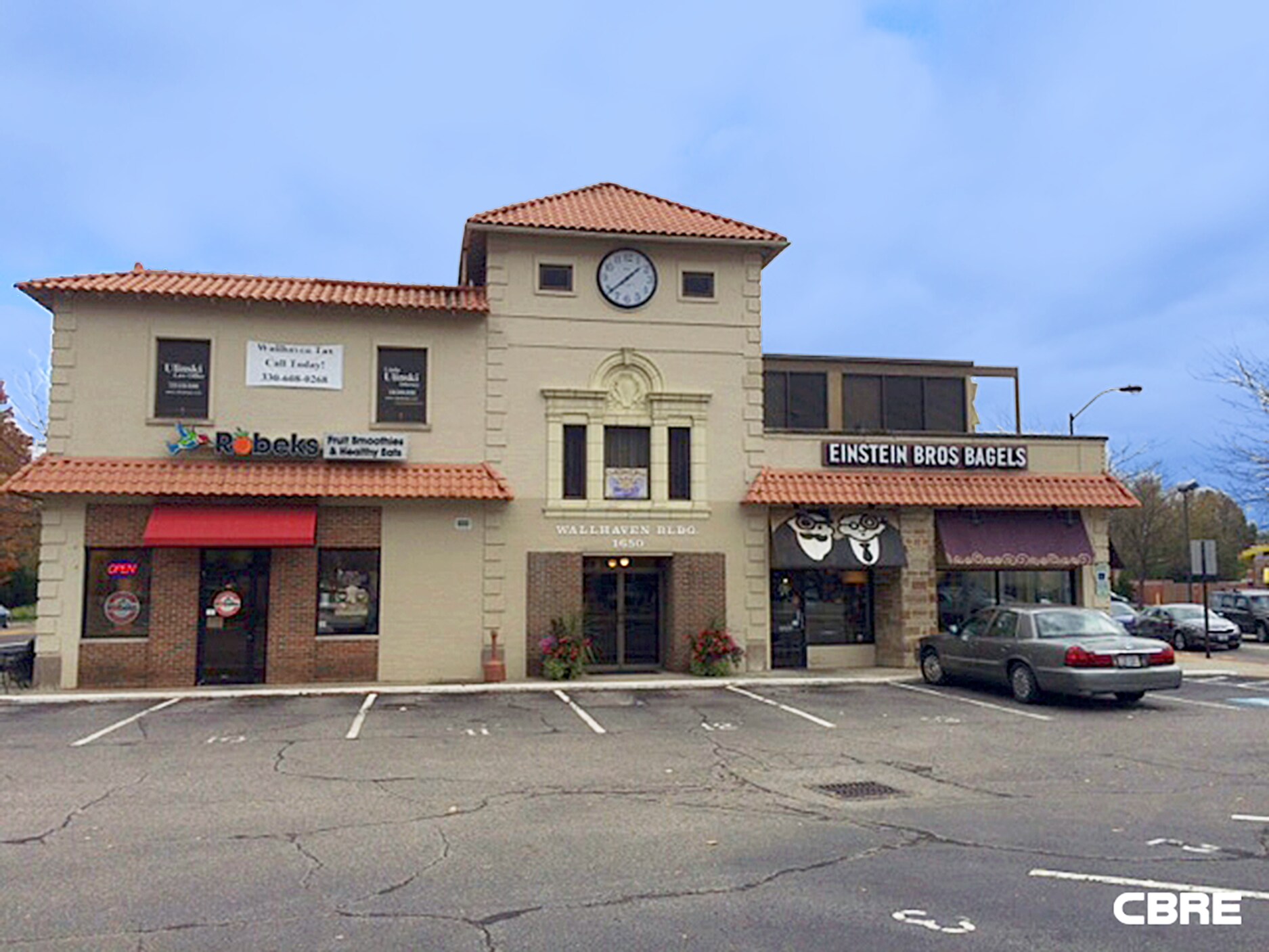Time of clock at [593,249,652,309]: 1:38
